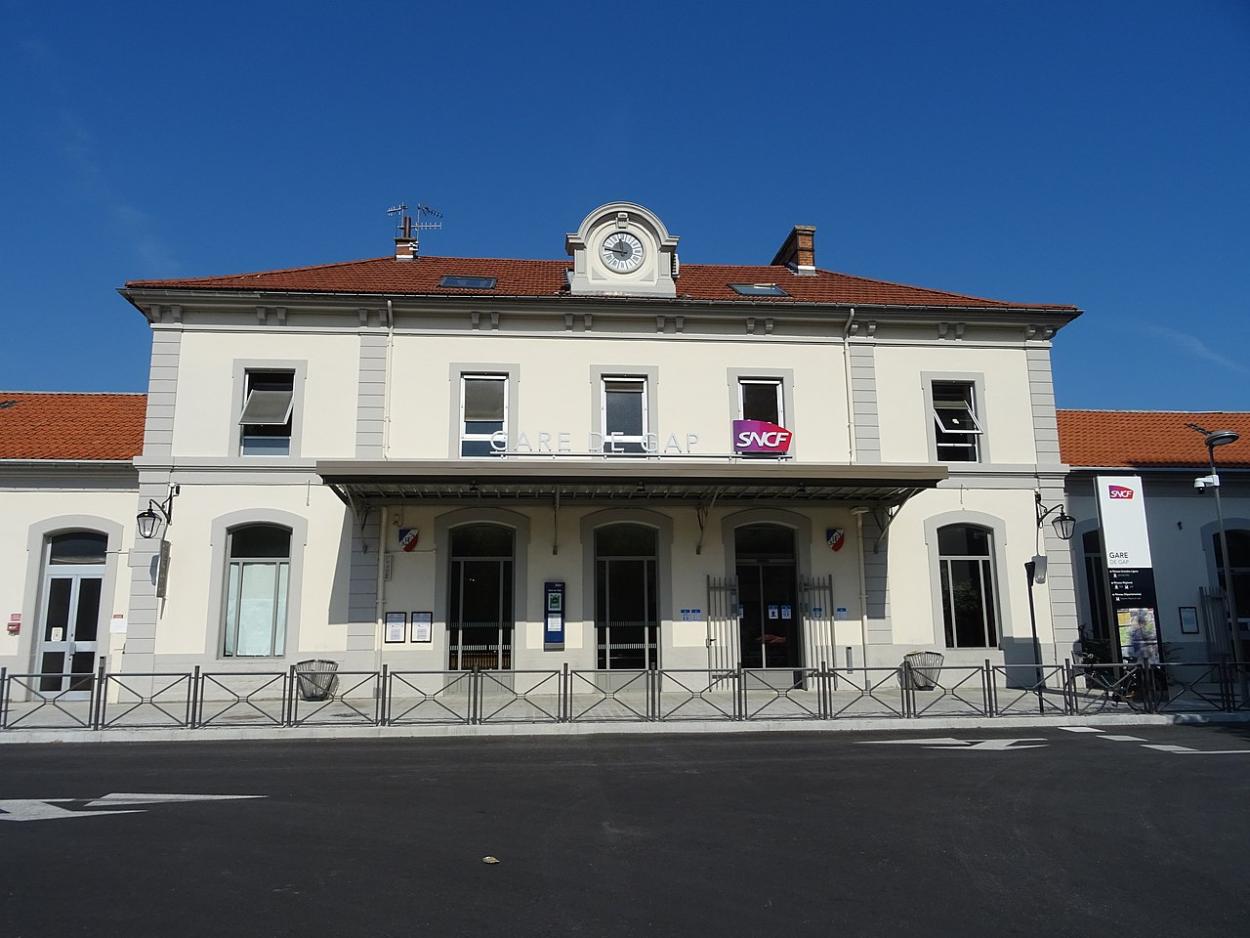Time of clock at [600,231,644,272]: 11:46
